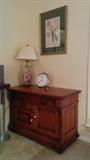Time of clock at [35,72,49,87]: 11:37
